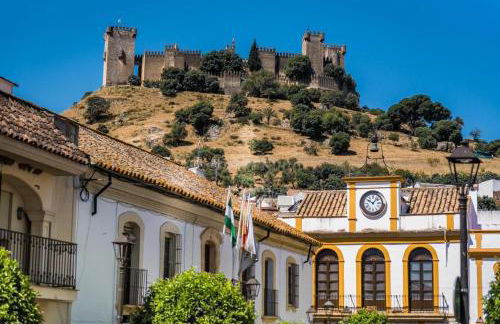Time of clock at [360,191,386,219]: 10:07
